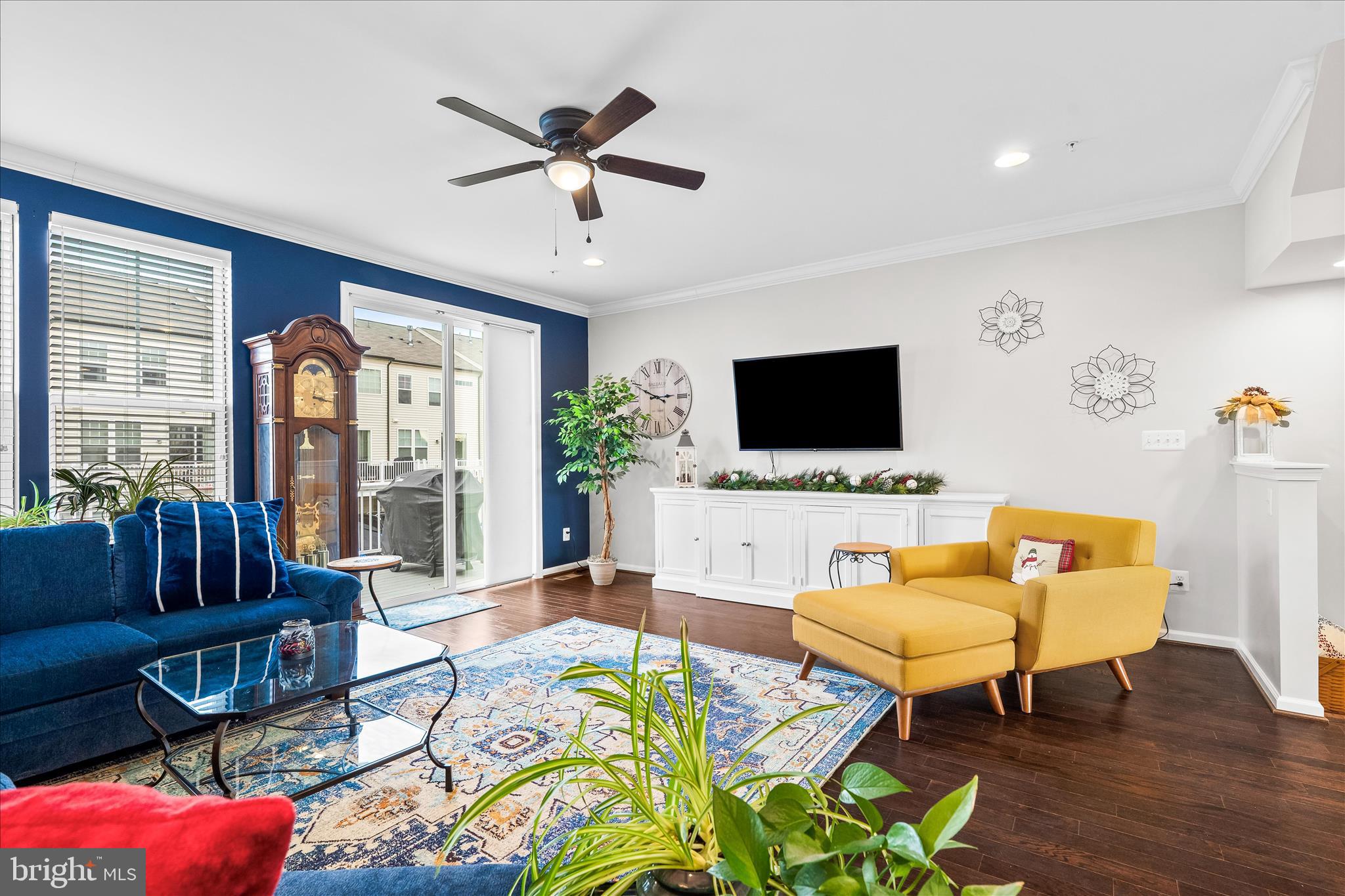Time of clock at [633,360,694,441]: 2:49
